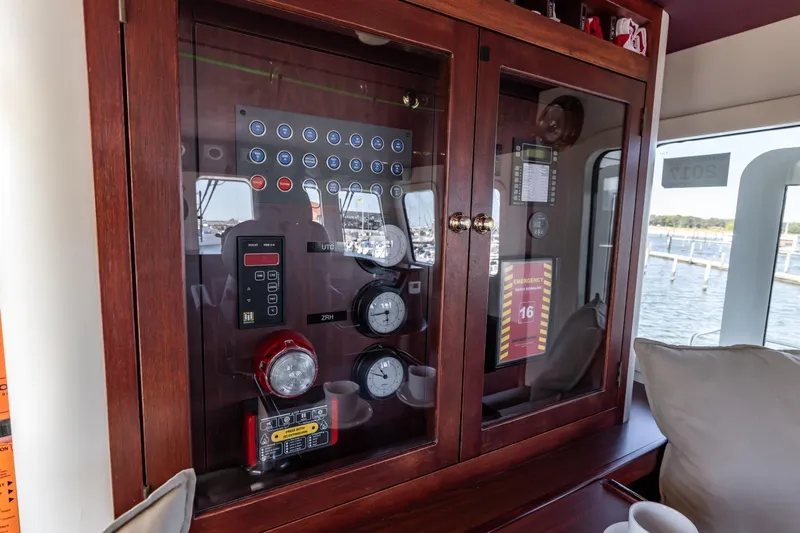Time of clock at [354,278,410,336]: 5:44
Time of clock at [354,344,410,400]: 10:48
